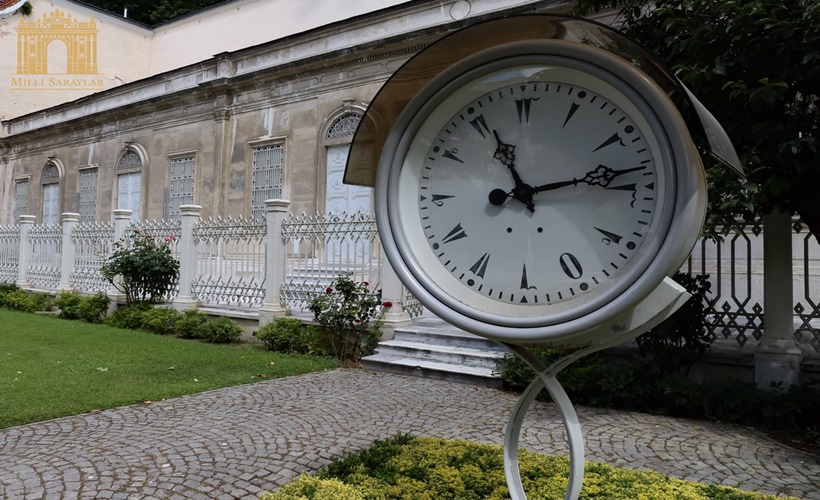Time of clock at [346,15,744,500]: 11:13
